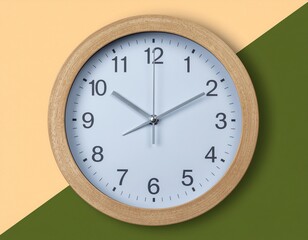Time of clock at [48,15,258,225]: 10:10
